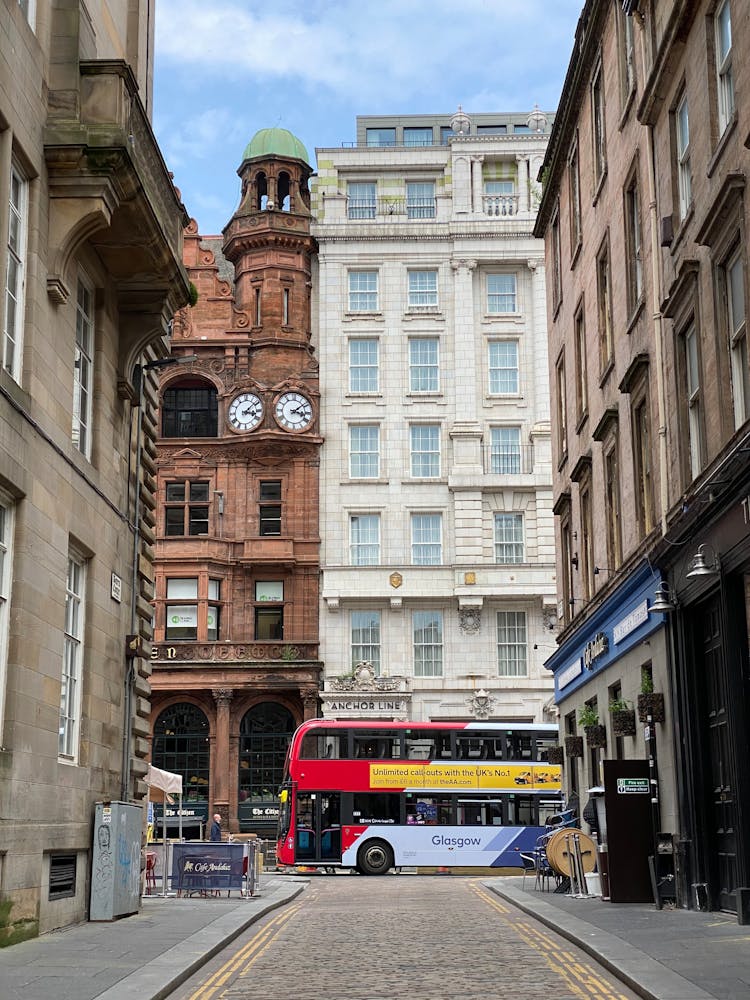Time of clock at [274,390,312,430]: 3:08
